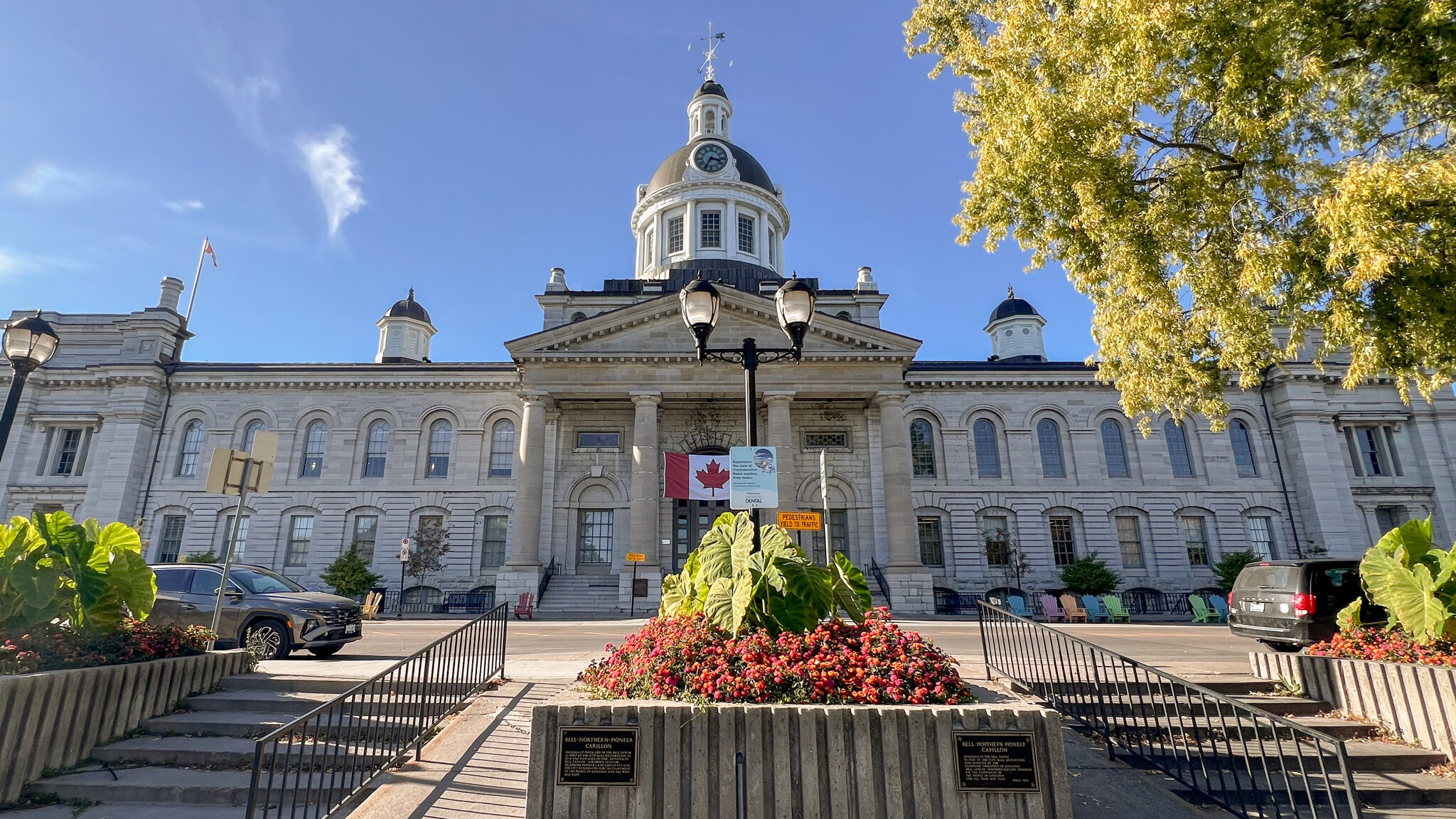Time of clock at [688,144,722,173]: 3:34
